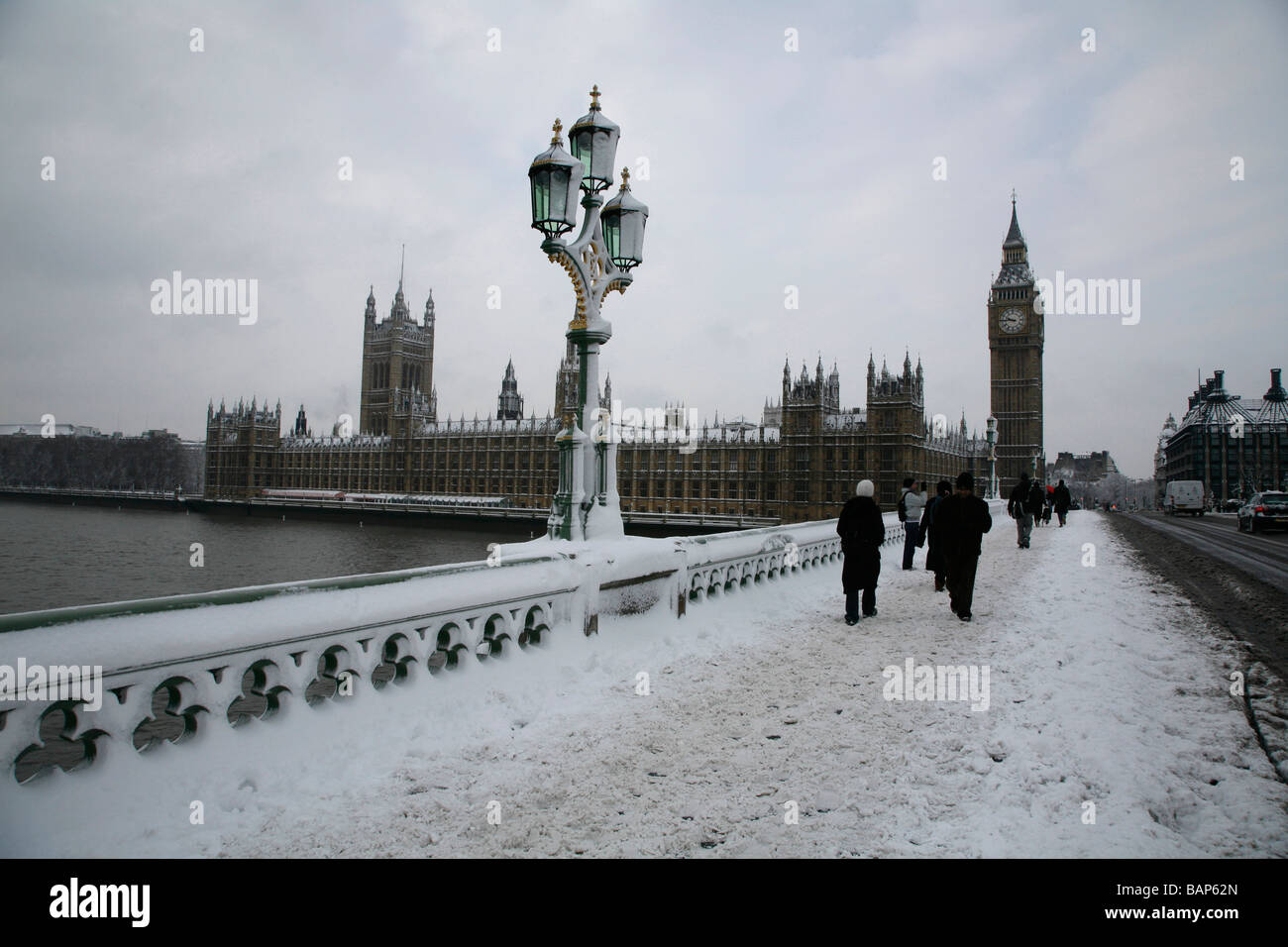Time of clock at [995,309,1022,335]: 9:44
